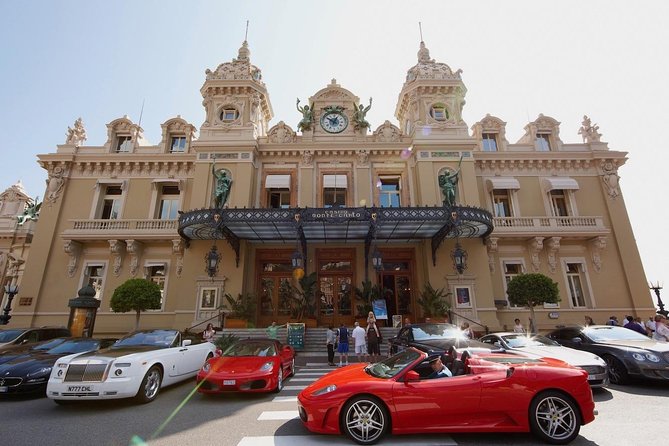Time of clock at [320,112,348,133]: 12:50
